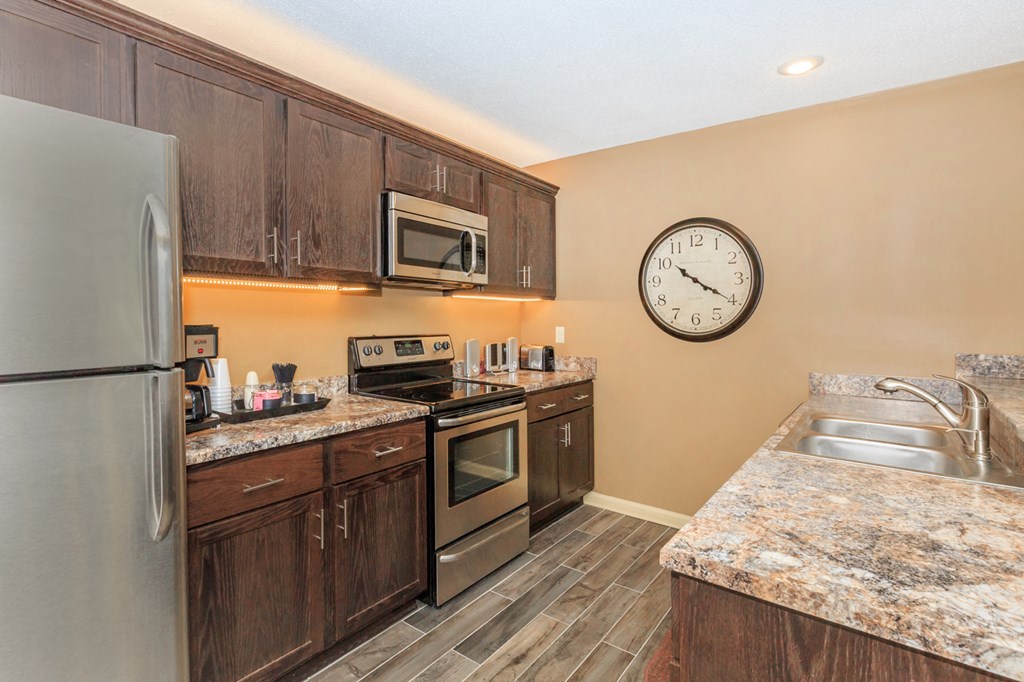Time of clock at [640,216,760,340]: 10:20
